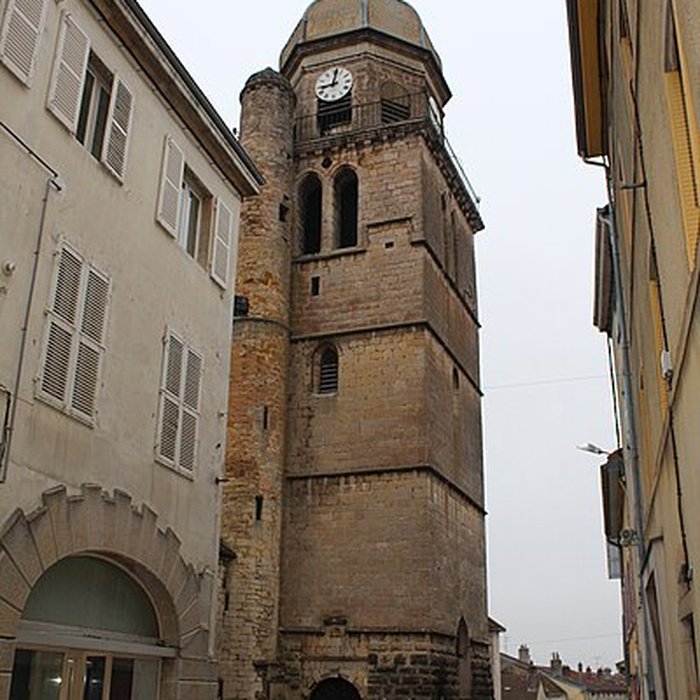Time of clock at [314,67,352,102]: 9:01
